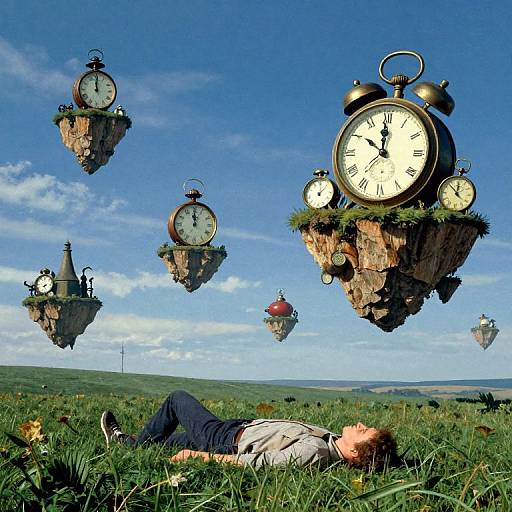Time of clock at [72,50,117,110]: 12:00
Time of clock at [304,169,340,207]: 12:07
